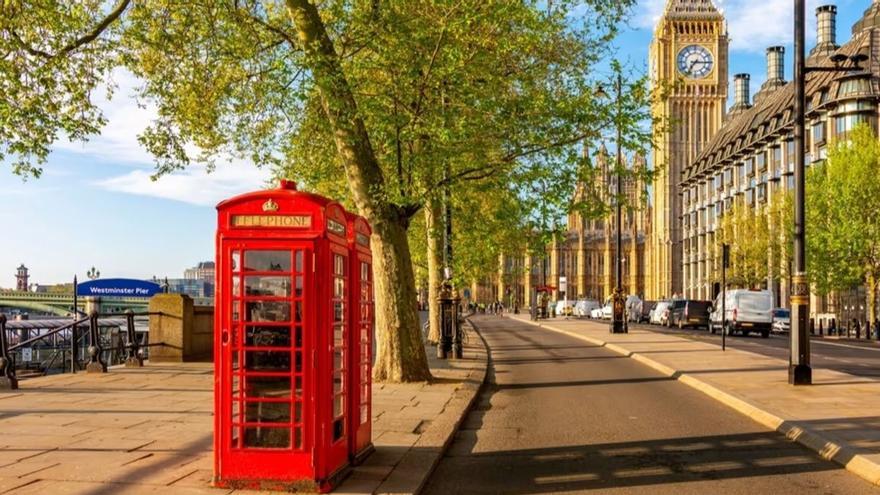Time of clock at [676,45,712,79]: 7:15
